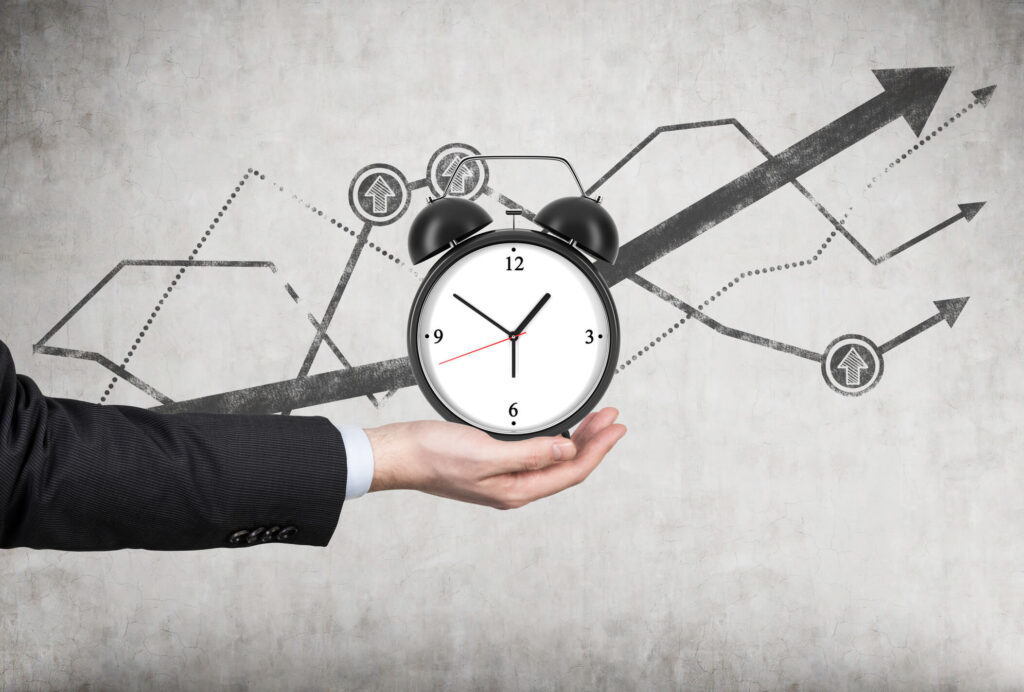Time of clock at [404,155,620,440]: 1:50
